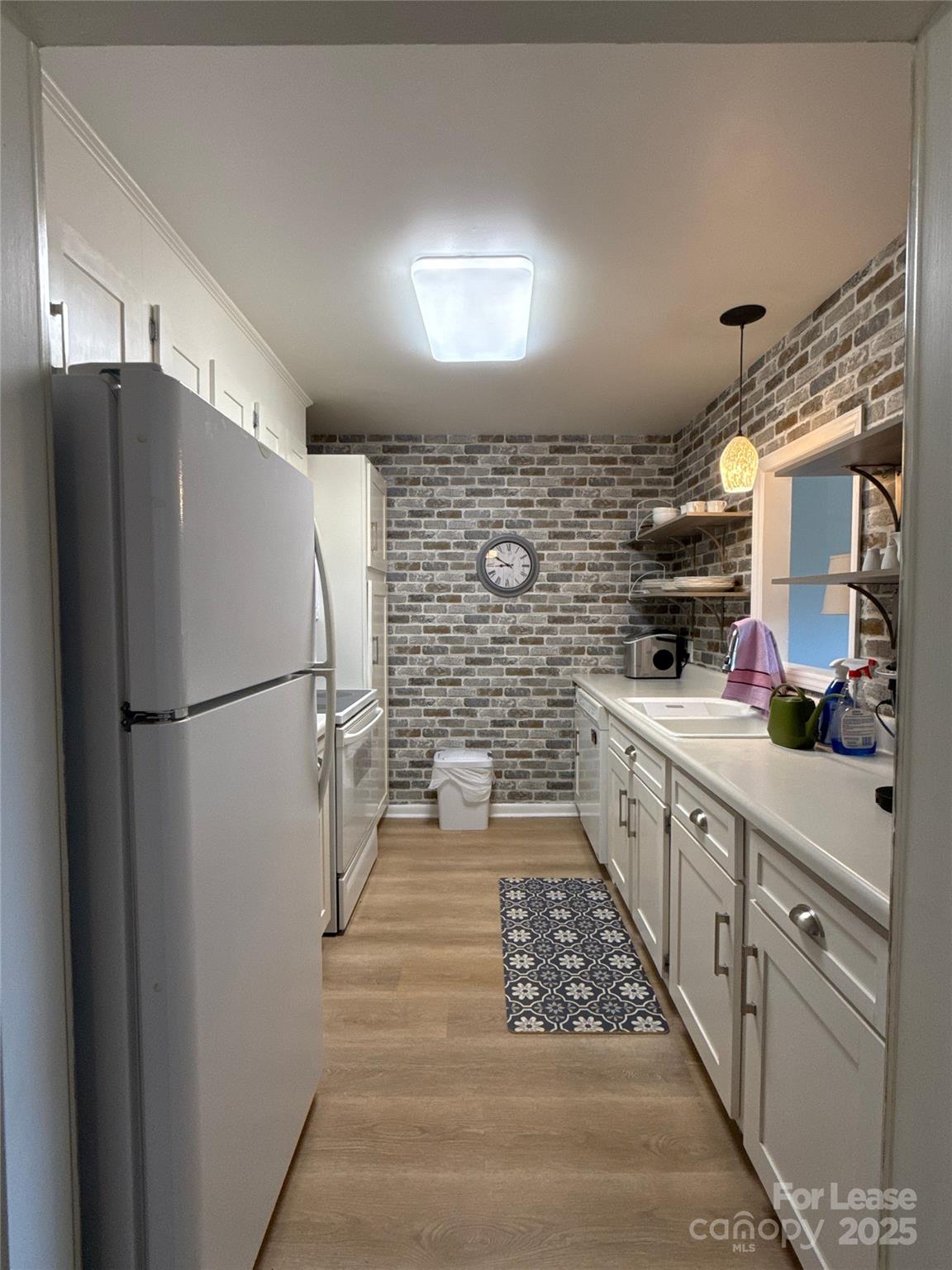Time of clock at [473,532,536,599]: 8:50
